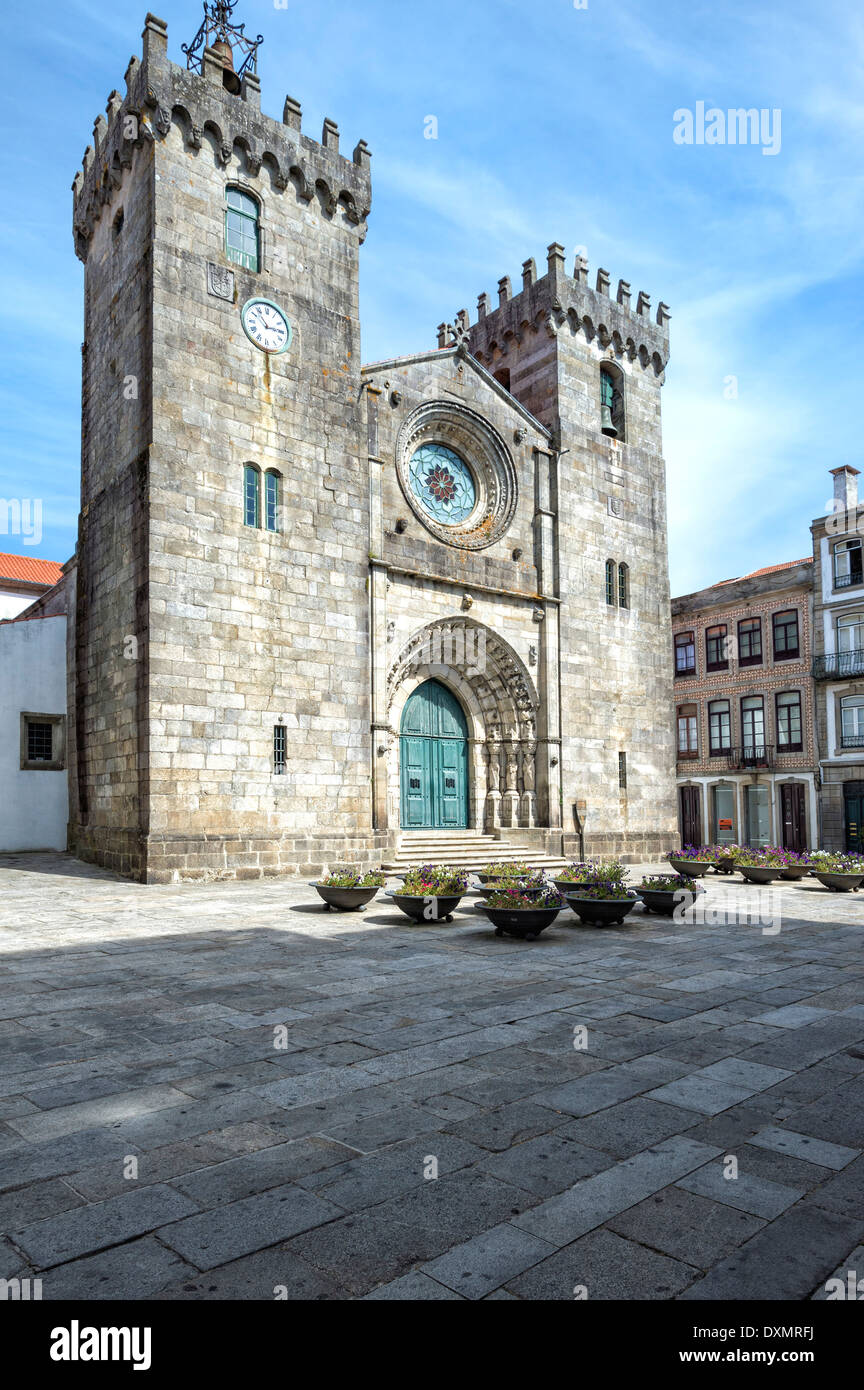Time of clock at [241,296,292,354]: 2:53
